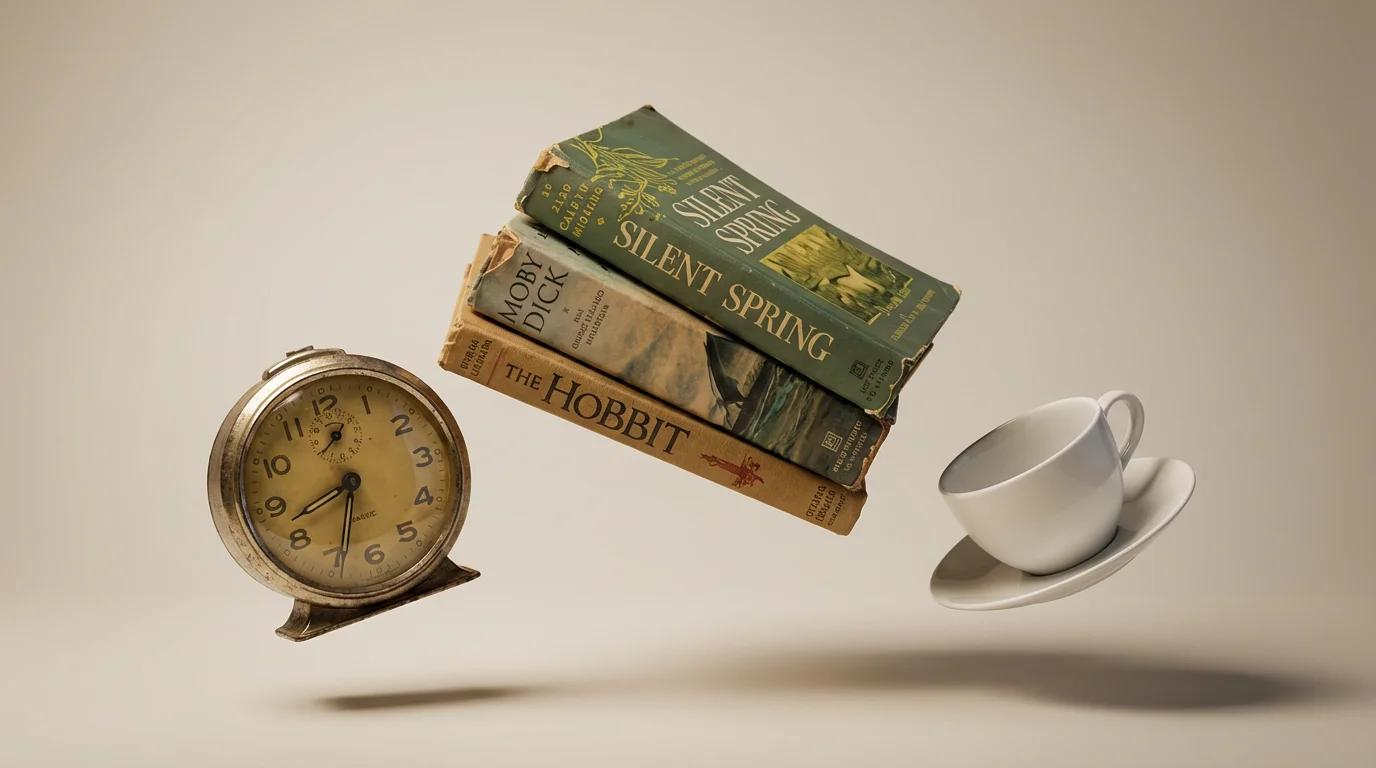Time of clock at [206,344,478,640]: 8:33
